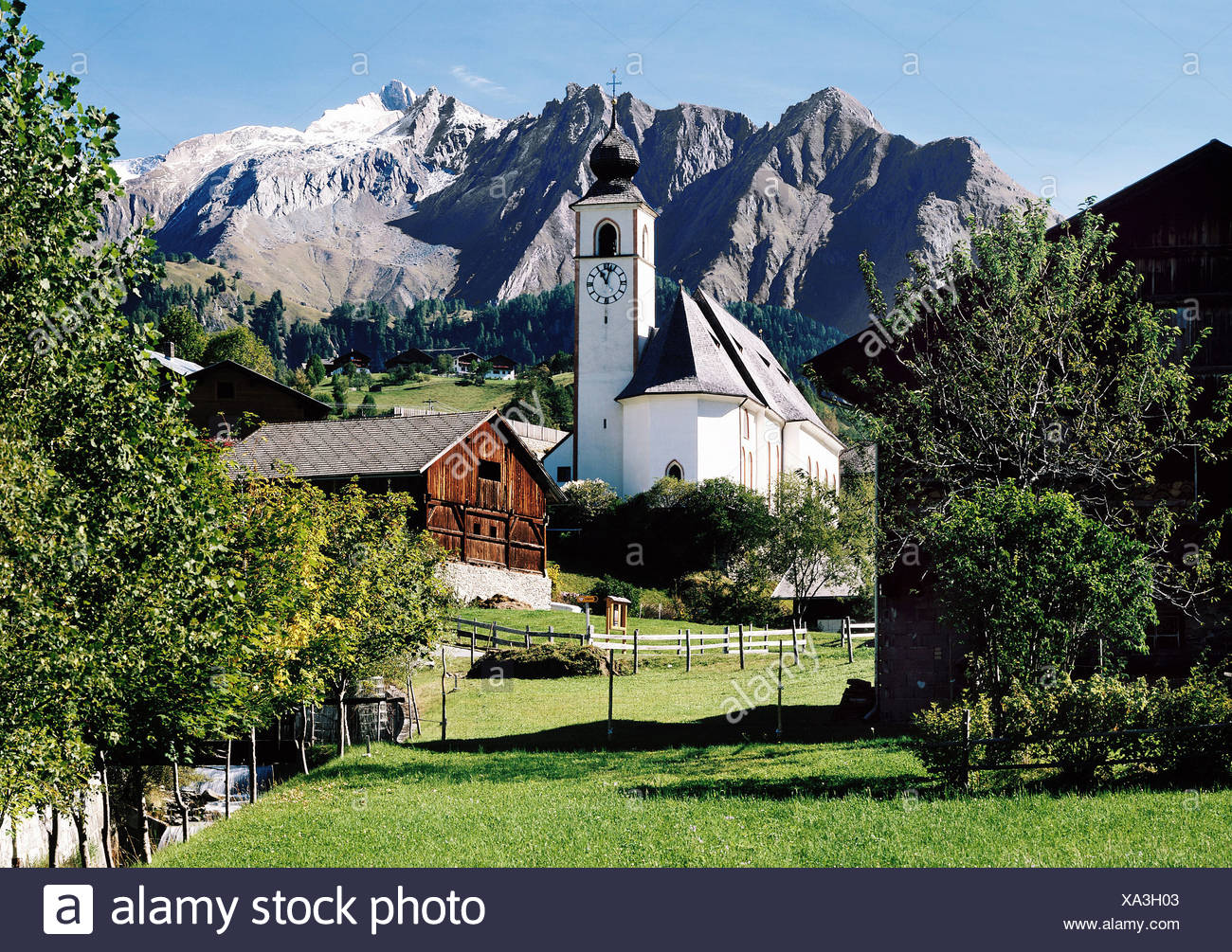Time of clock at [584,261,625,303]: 11:02
